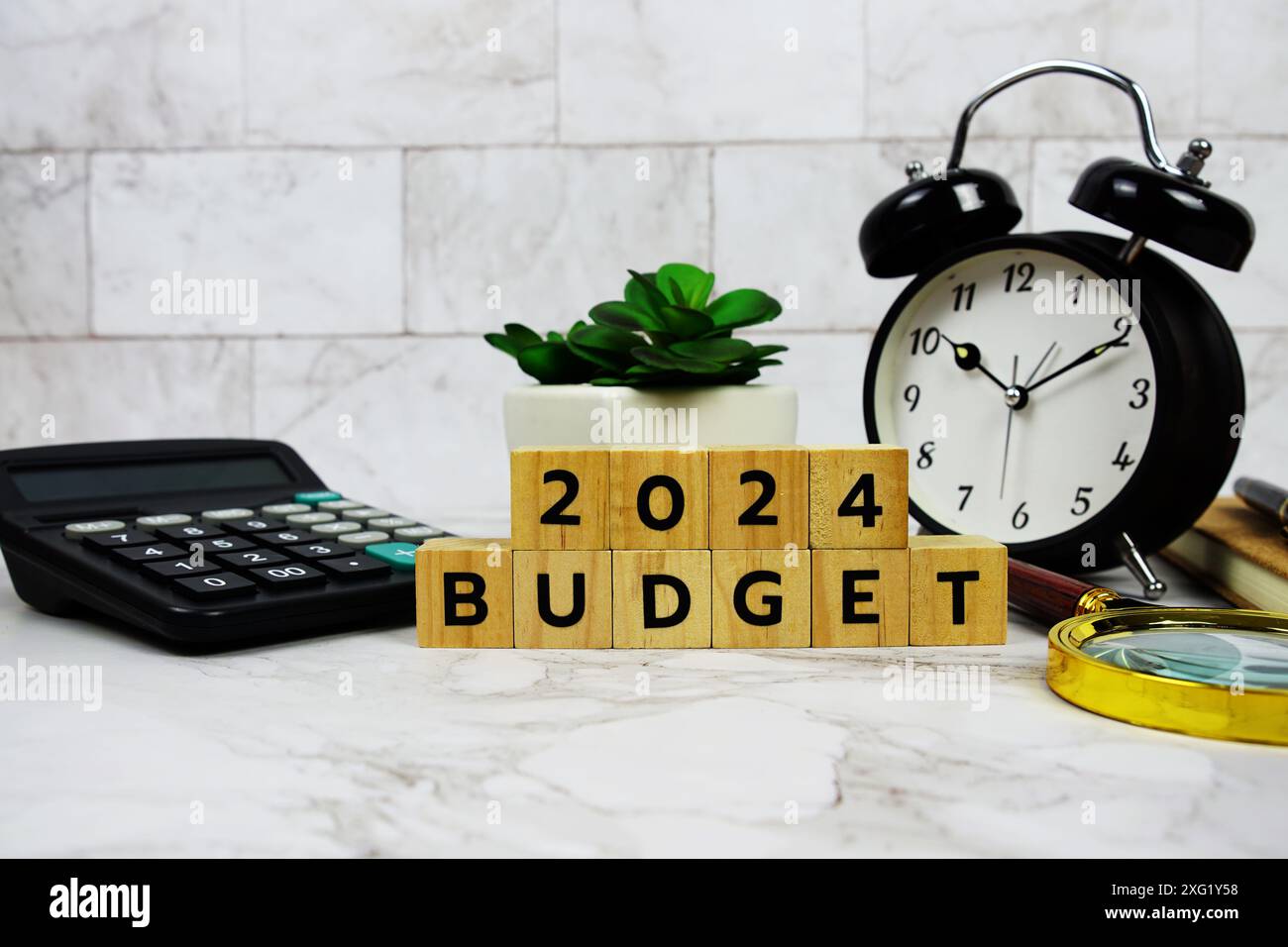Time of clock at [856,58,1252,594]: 10:10
